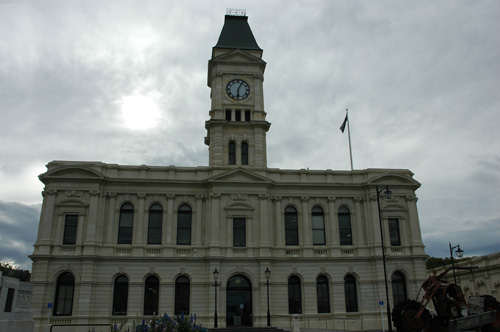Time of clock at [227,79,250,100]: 6:04
